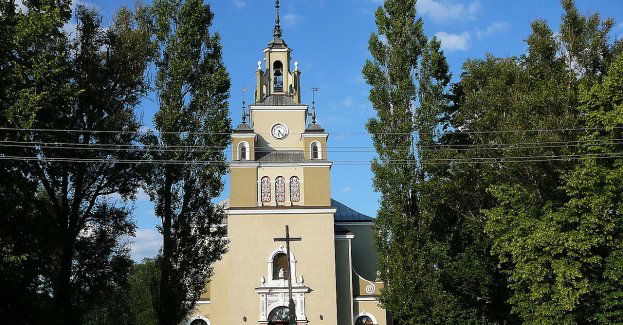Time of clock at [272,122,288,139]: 6:23
